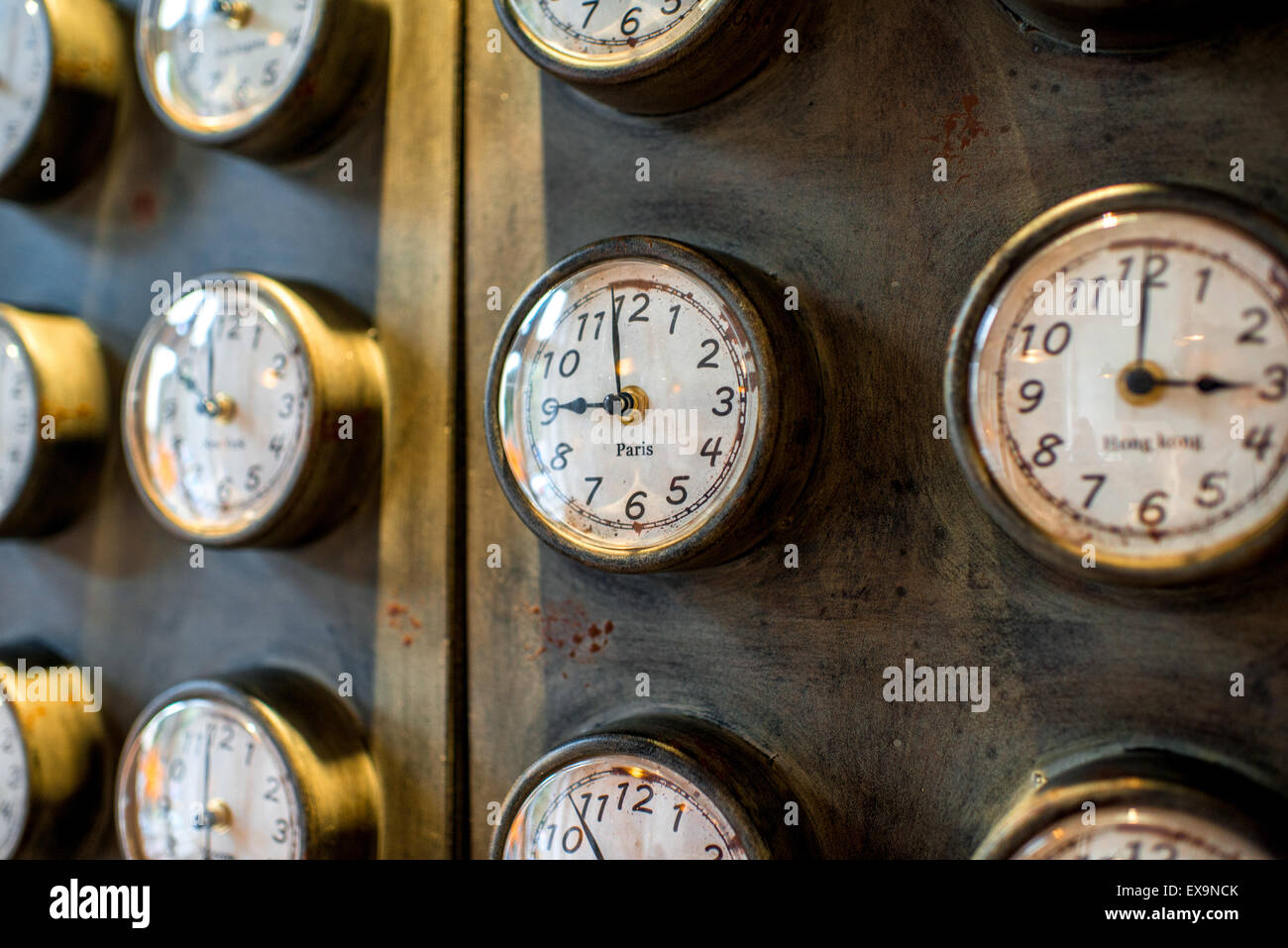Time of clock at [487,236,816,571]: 8:58
